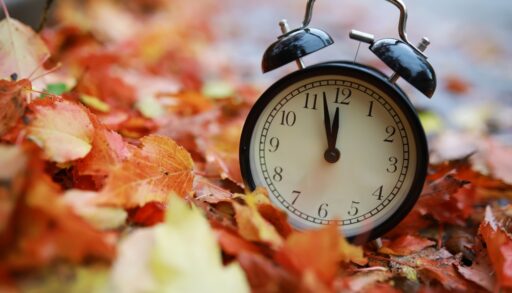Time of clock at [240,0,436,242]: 11:57
